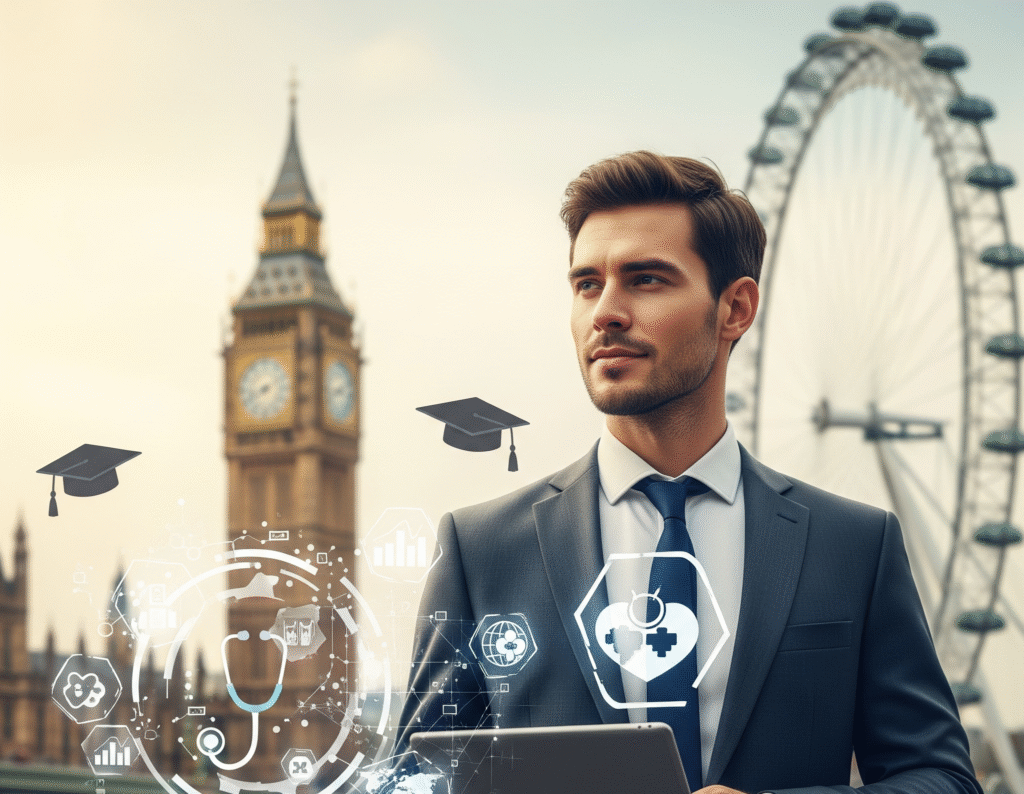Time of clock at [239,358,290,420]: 8:40
